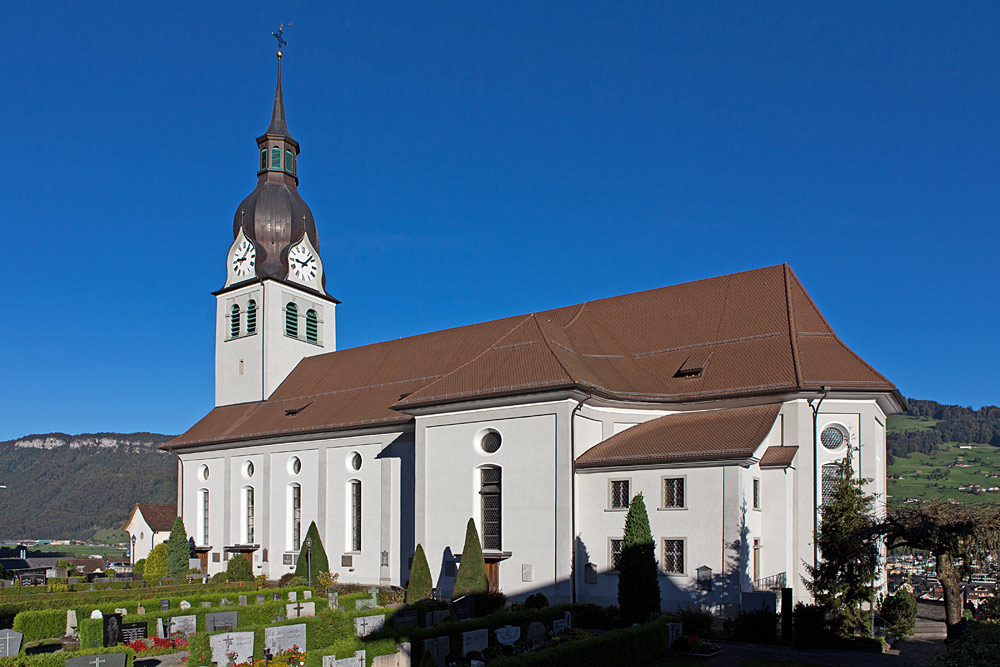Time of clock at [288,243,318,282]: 9:07
